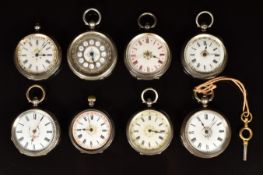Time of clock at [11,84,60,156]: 6:04
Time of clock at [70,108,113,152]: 8:57
